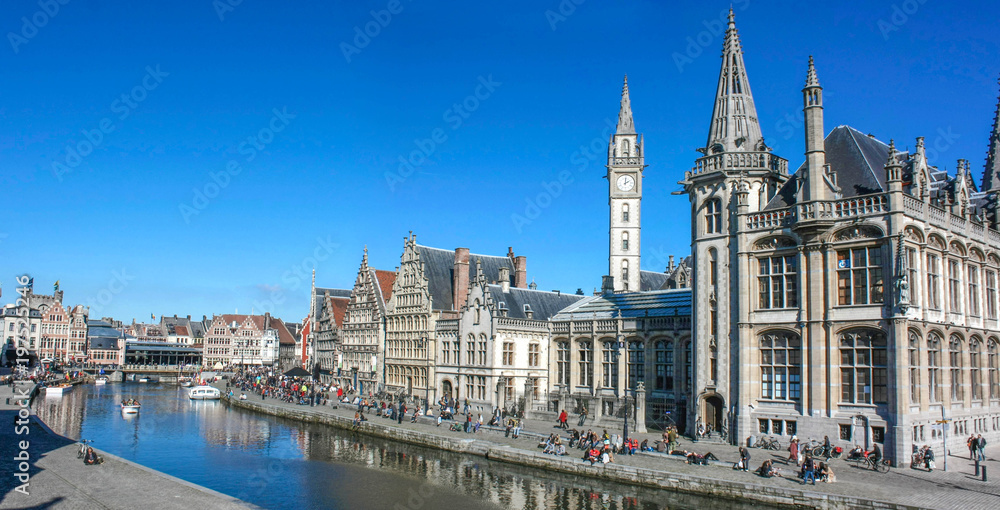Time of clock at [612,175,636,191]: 2:00
